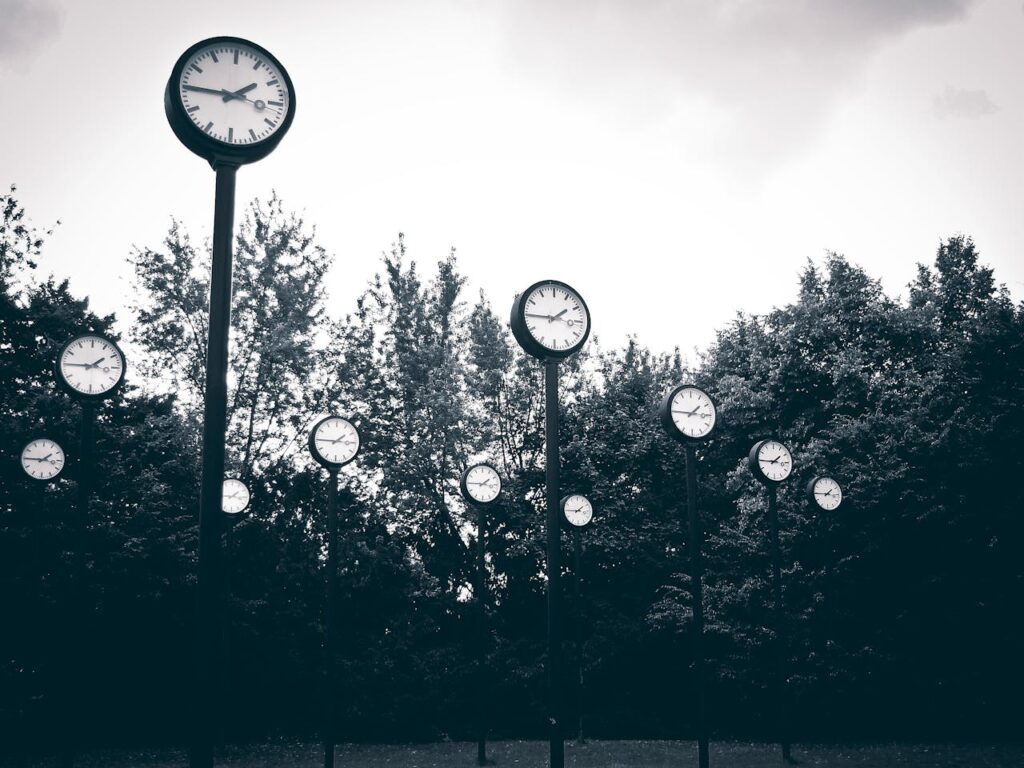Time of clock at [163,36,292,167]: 1:45
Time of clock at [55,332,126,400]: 1:45
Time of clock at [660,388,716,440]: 1:45
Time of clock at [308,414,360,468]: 1:45
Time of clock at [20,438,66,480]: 1:45
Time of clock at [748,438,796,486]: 1:45
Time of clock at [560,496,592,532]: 1:45
